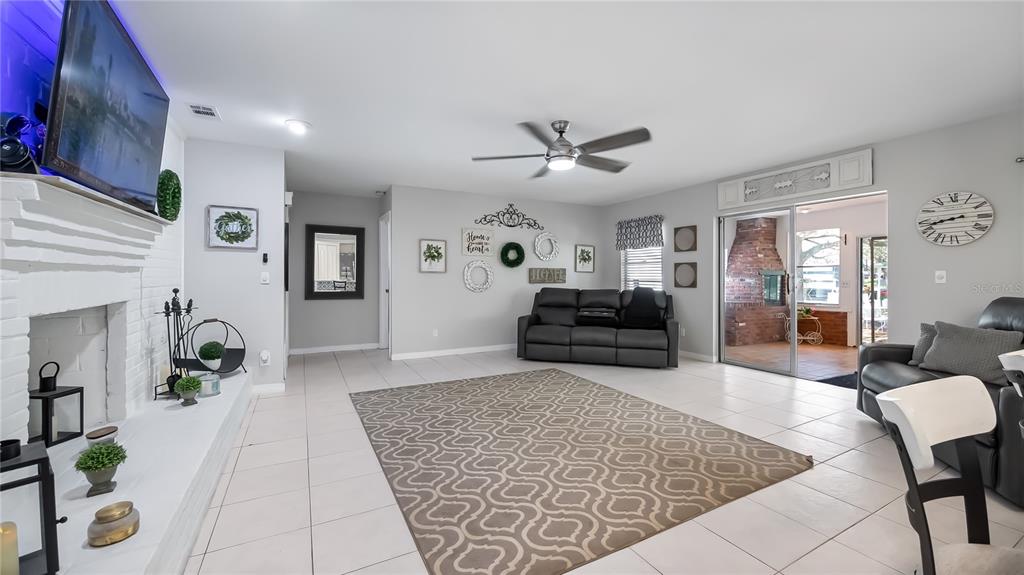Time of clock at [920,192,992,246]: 8:14
